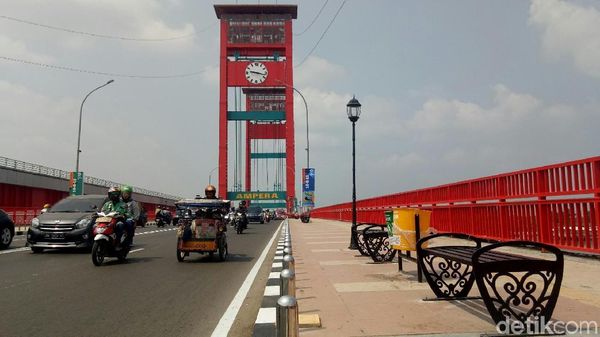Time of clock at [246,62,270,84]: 9:17
